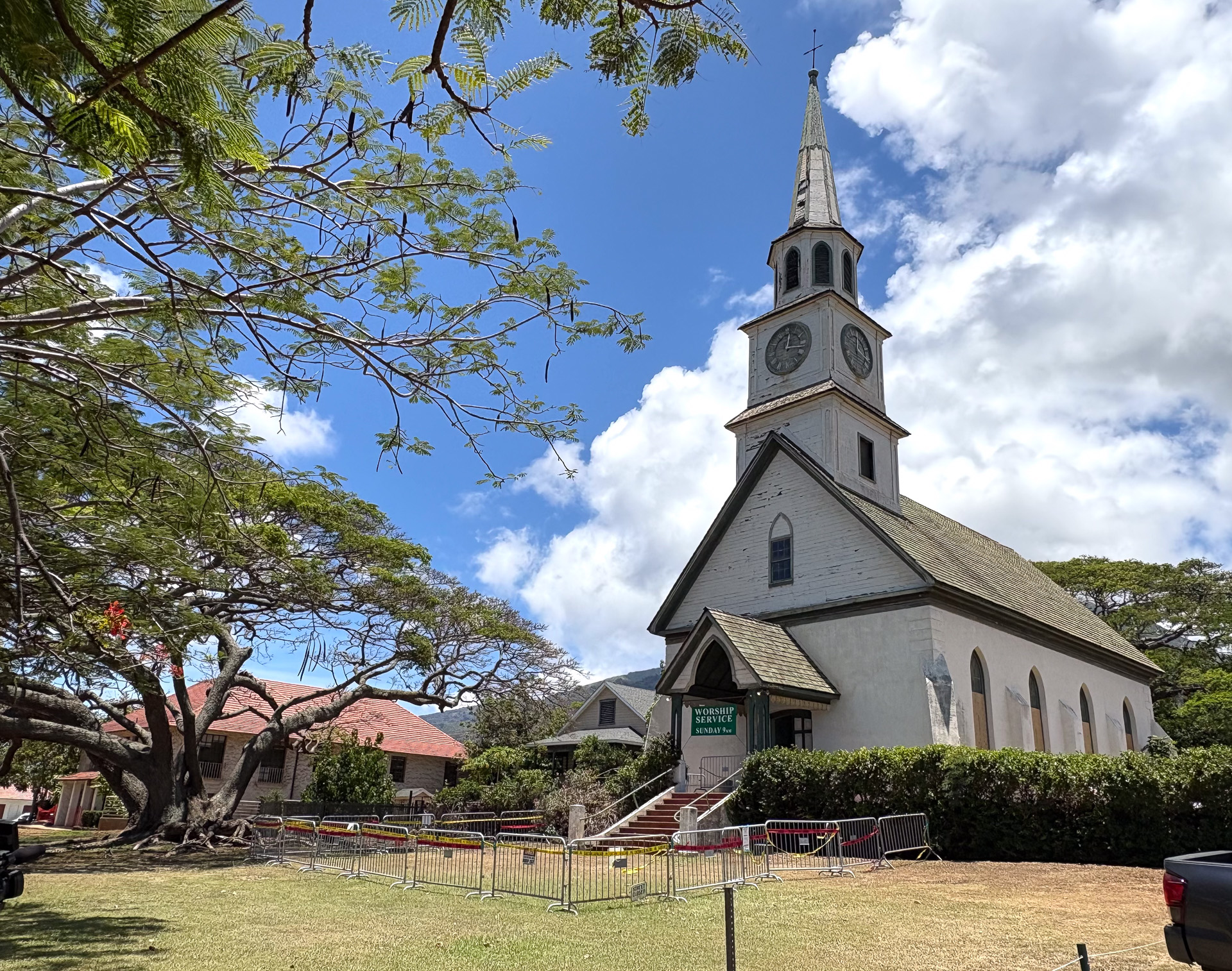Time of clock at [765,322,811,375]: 12:16
